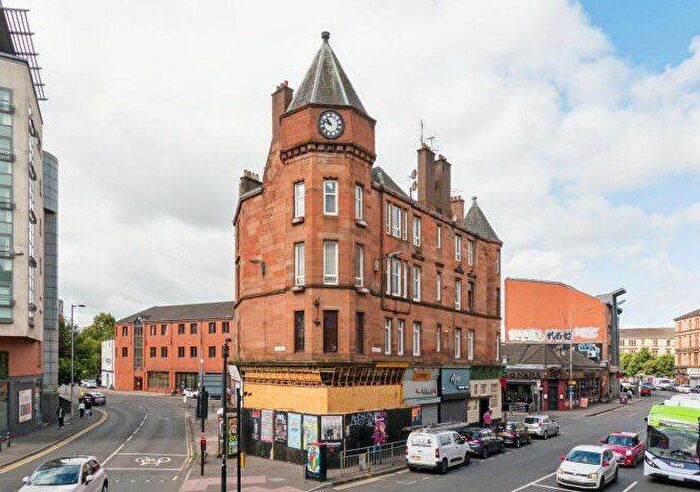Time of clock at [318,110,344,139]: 10:47
